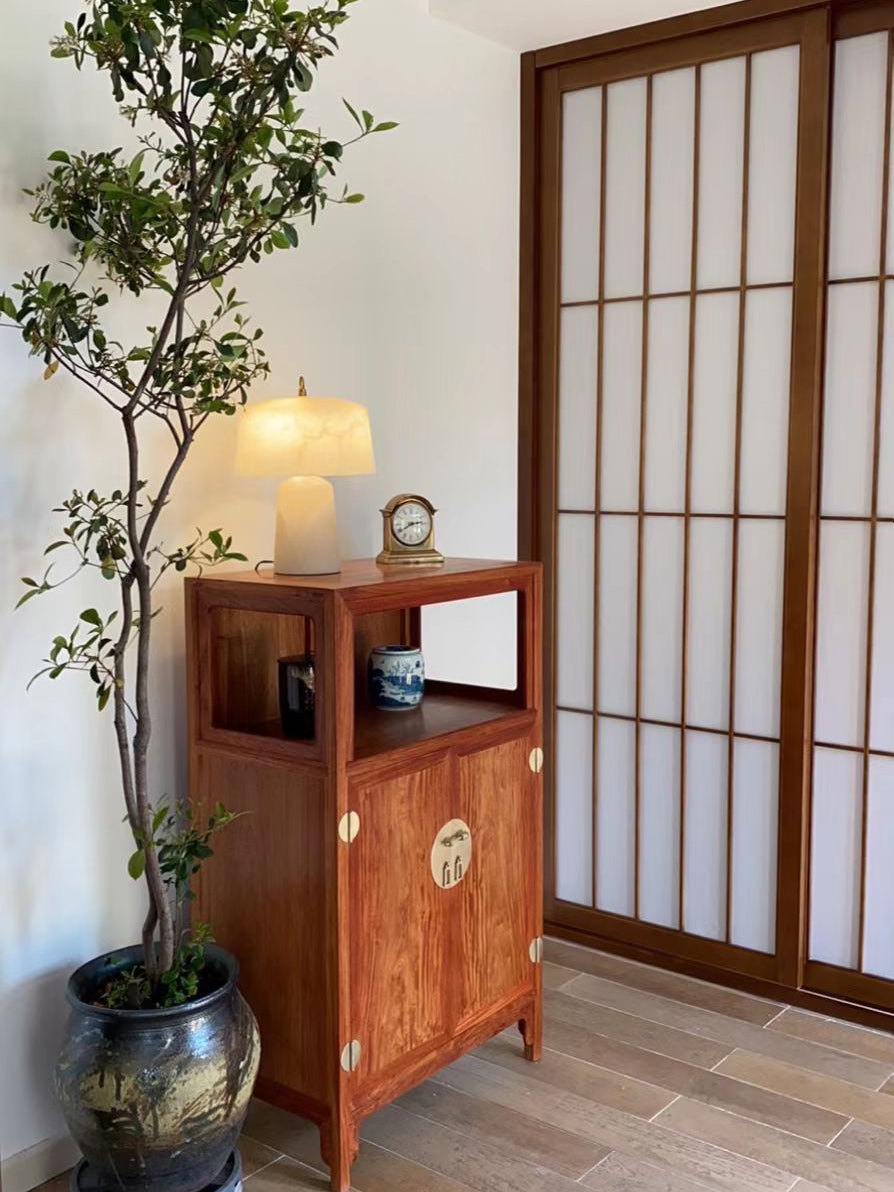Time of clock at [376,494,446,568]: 8:14
